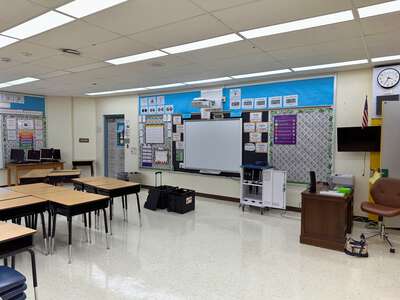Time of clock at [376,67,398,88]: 3:34
